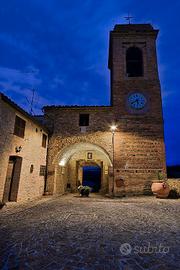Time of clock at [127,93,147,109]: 5:40
